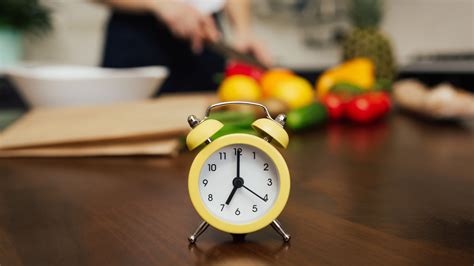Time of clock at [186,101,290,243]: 7:00
